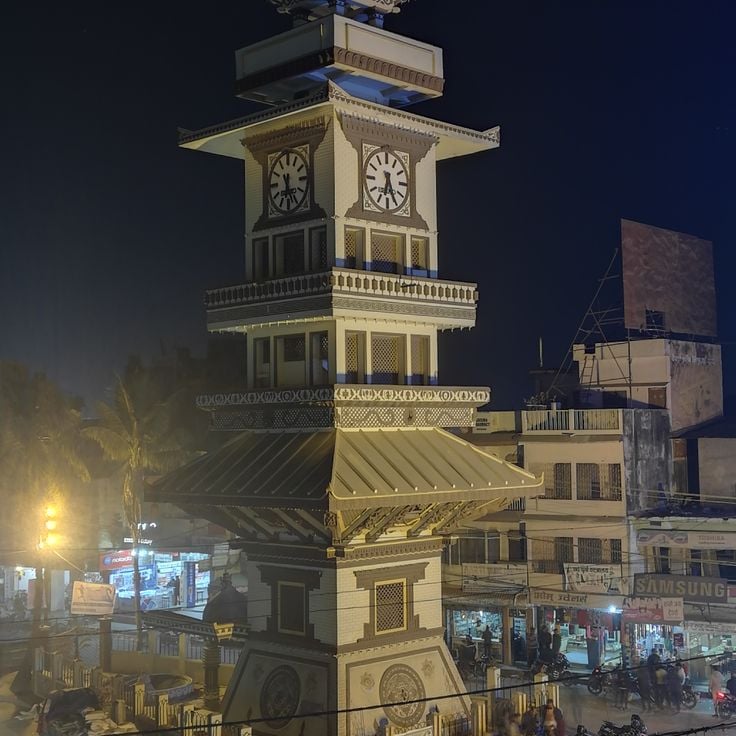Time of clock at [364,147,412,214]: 6:25
